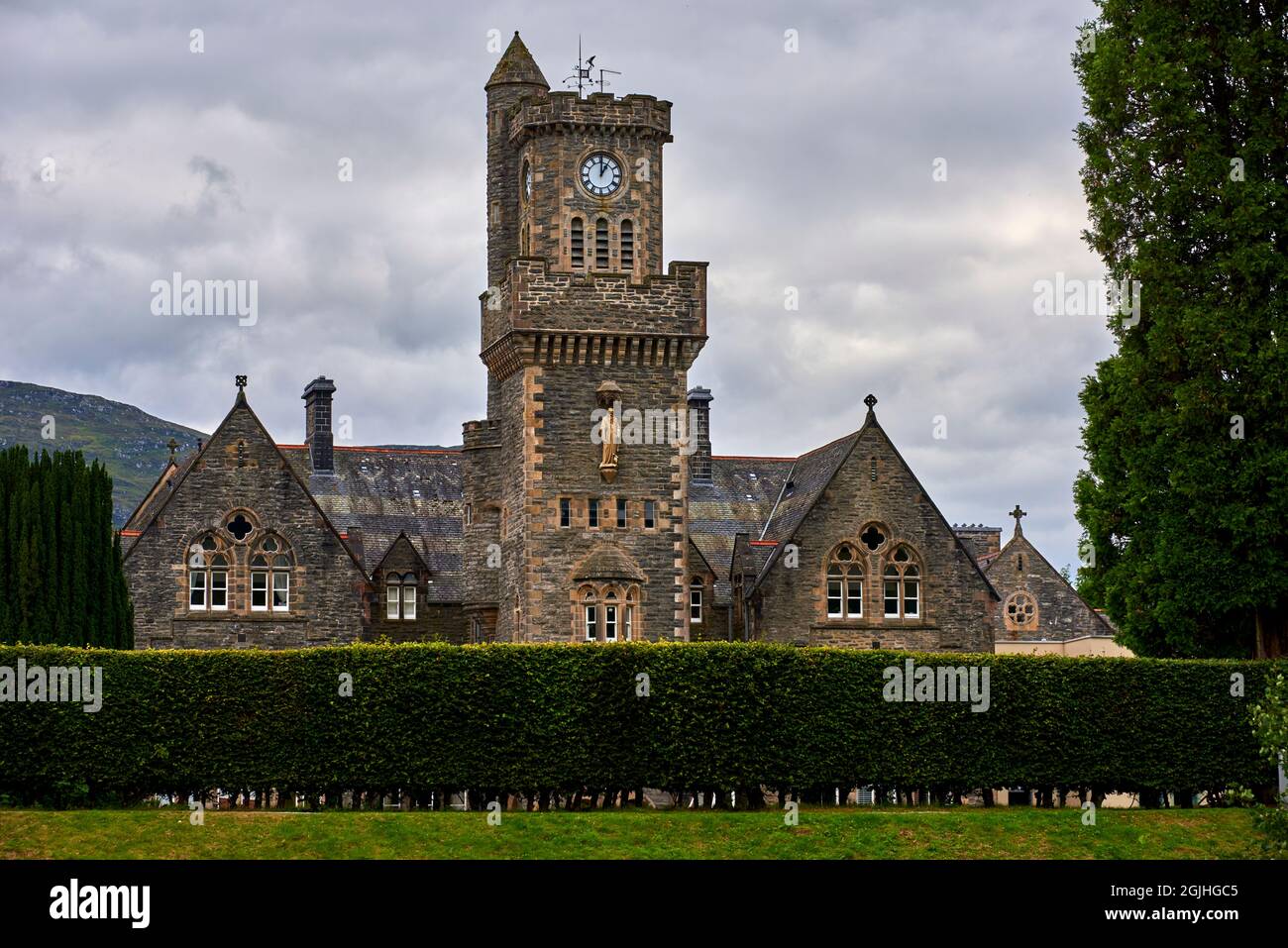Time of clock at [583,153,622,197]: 1:00
